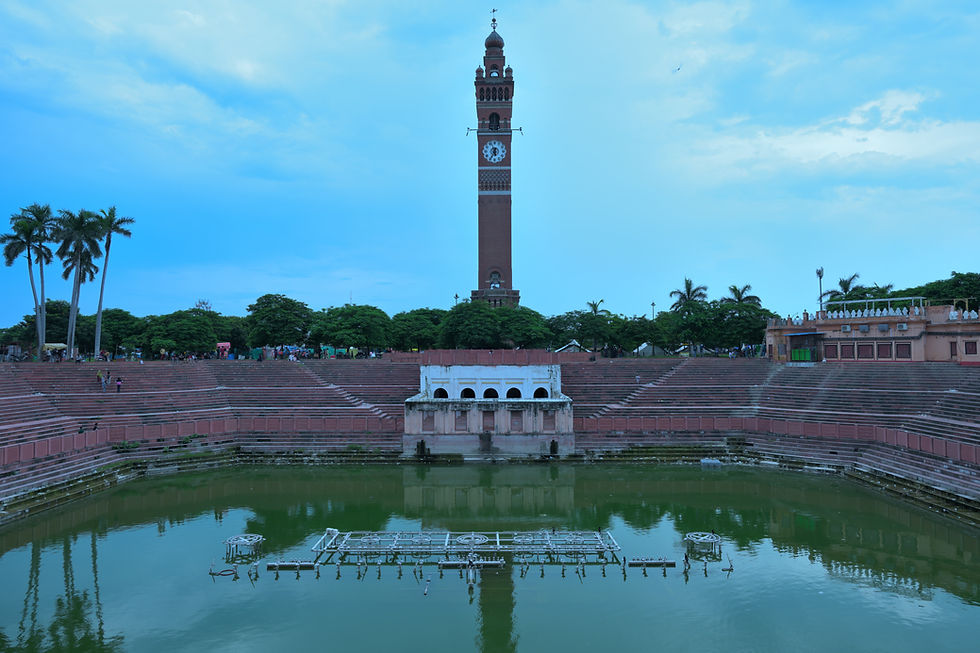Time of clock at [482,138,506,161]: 5:34
